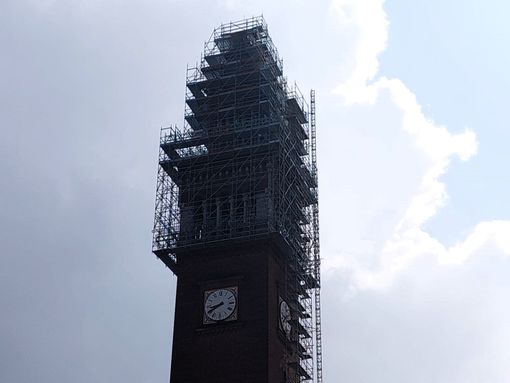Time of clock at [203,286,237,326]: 8:40
